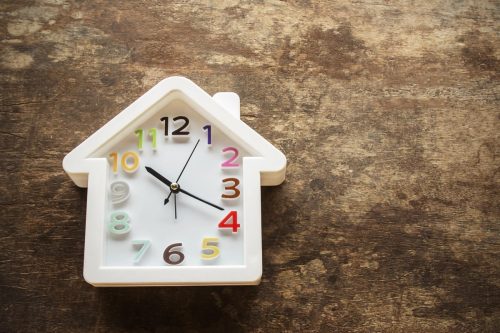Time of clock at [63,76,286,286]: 10:19
